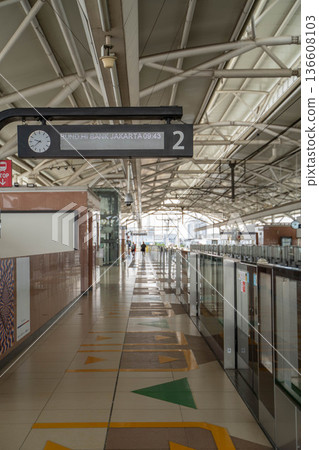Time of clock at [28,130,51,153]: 9:38
